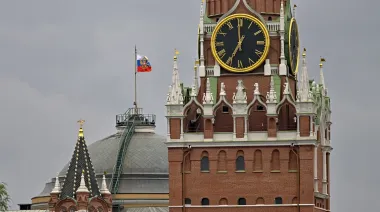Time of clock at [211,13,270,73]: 6:59
